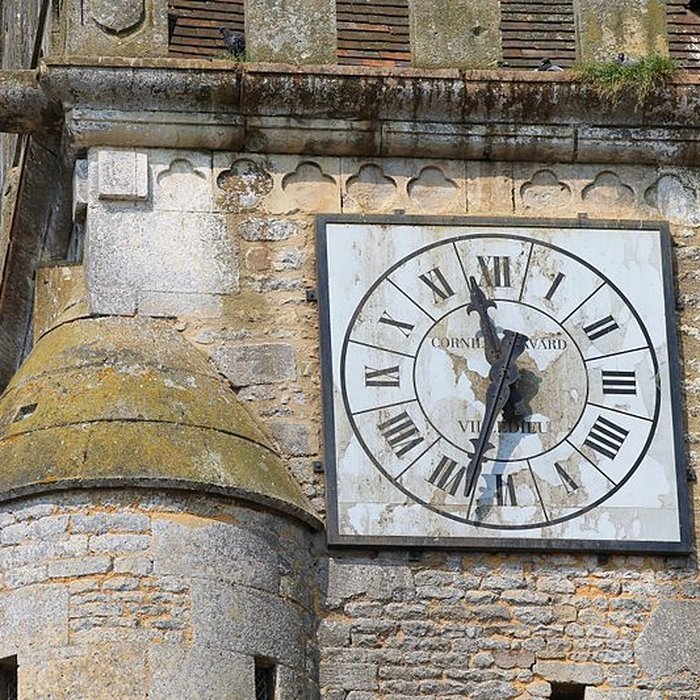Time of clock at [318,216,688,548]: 11:32
